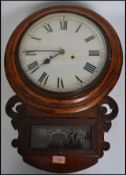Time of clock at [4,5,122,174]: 7:44
